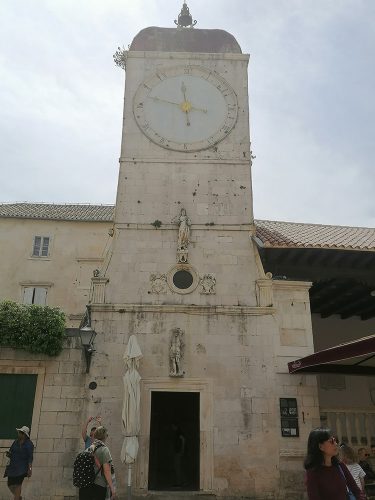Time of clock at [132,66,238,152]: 11:47
